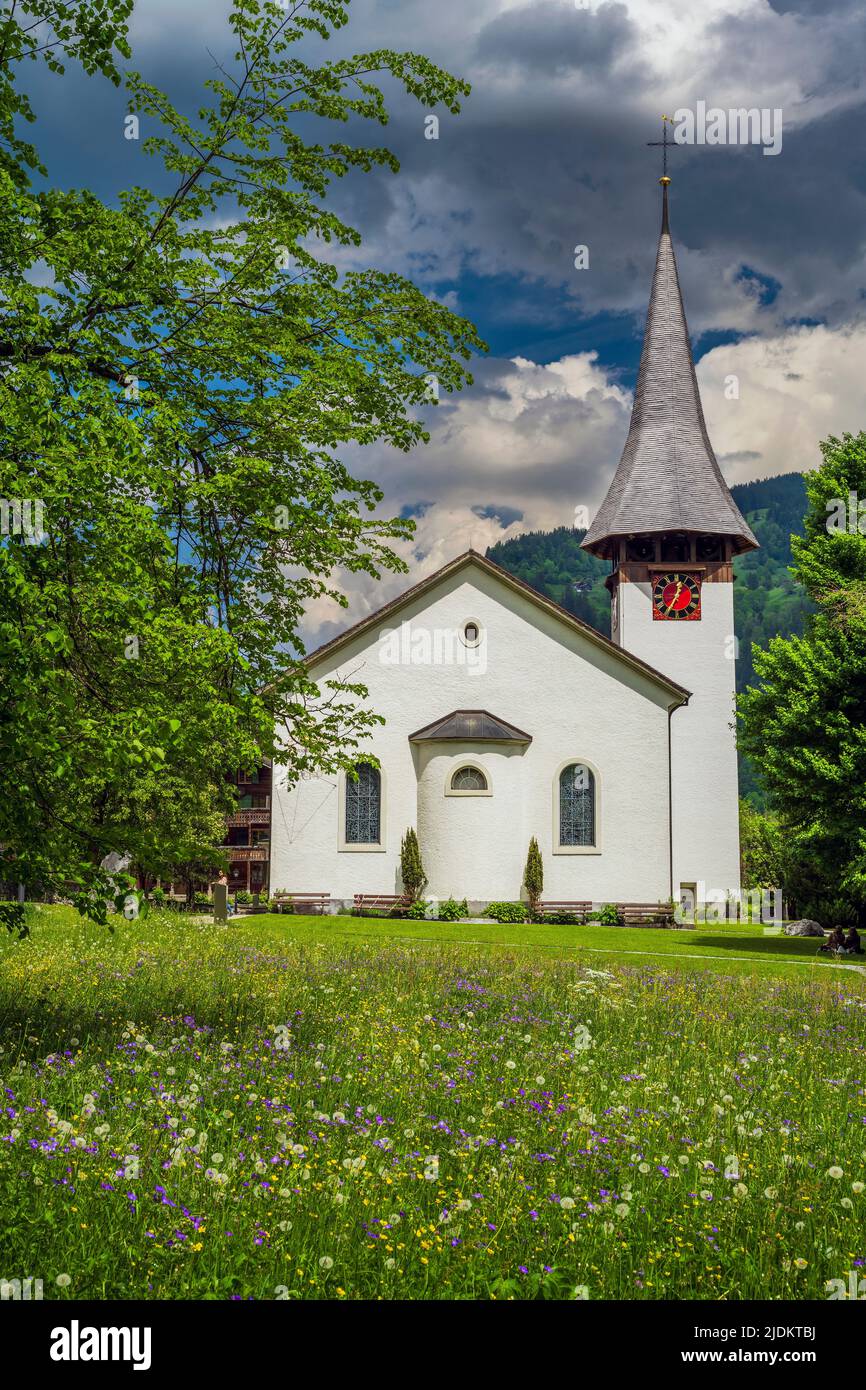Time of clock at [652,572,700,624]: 12:34
